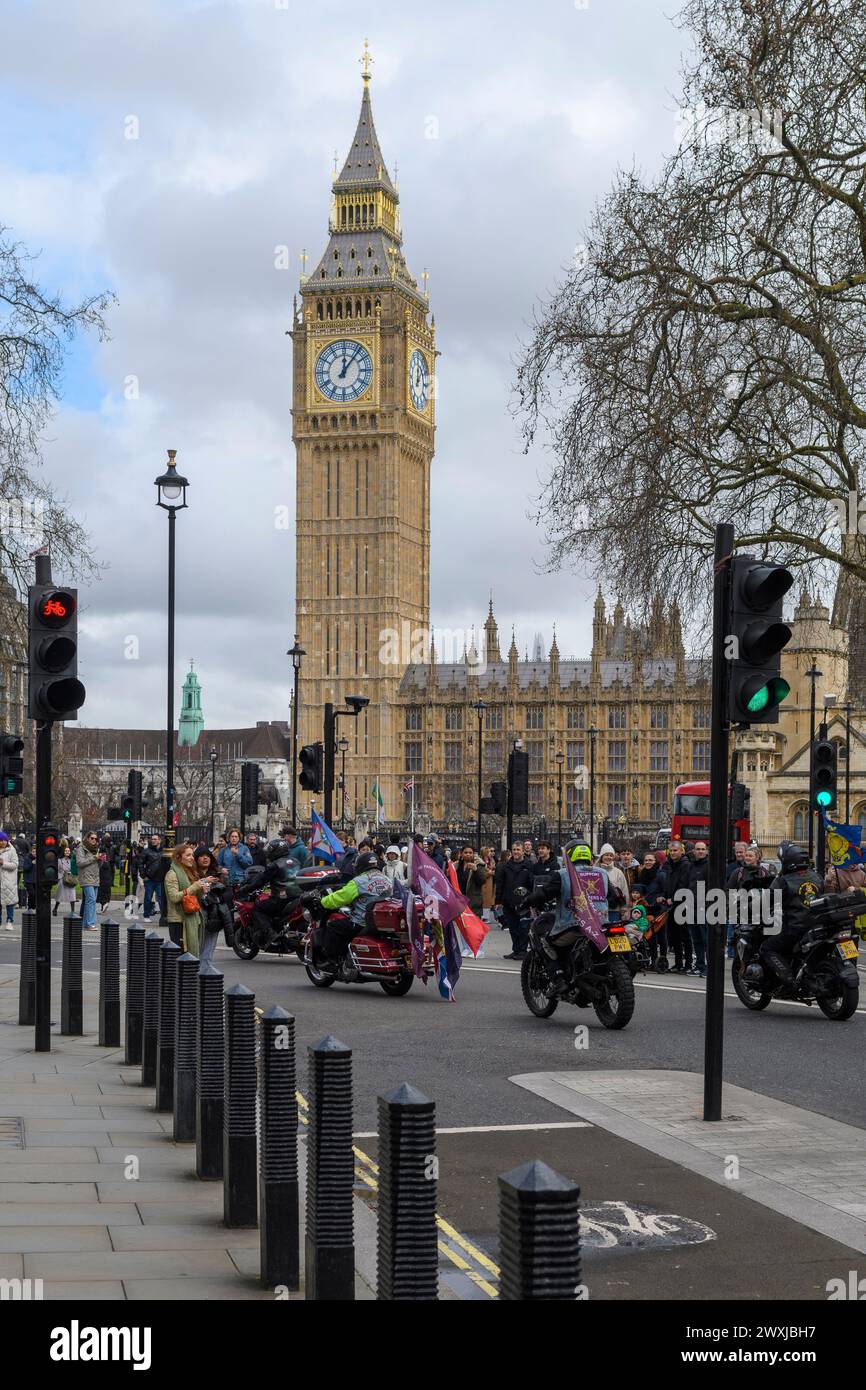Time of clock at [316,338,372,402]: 12:06
